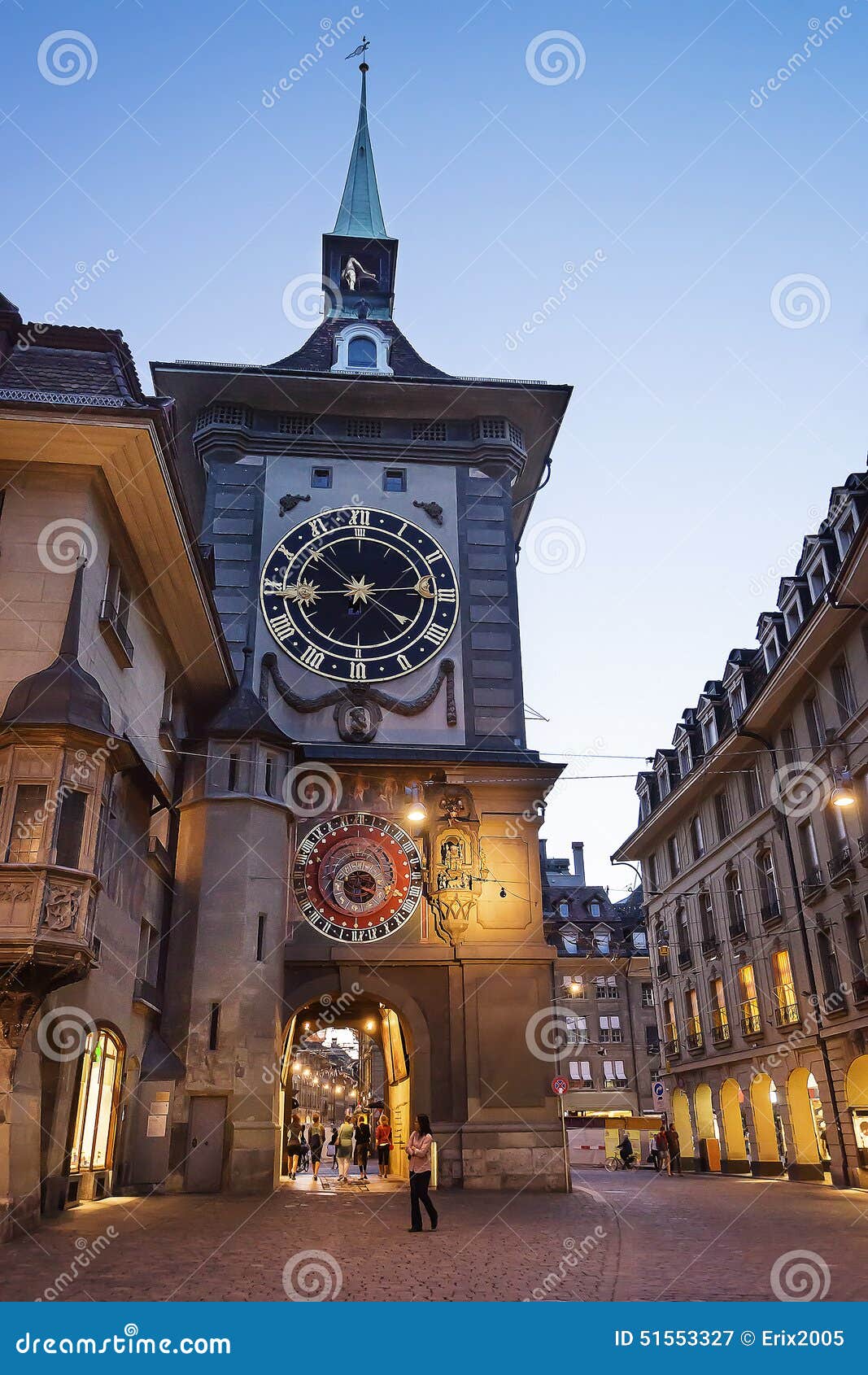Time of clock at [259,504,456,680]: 6:43
